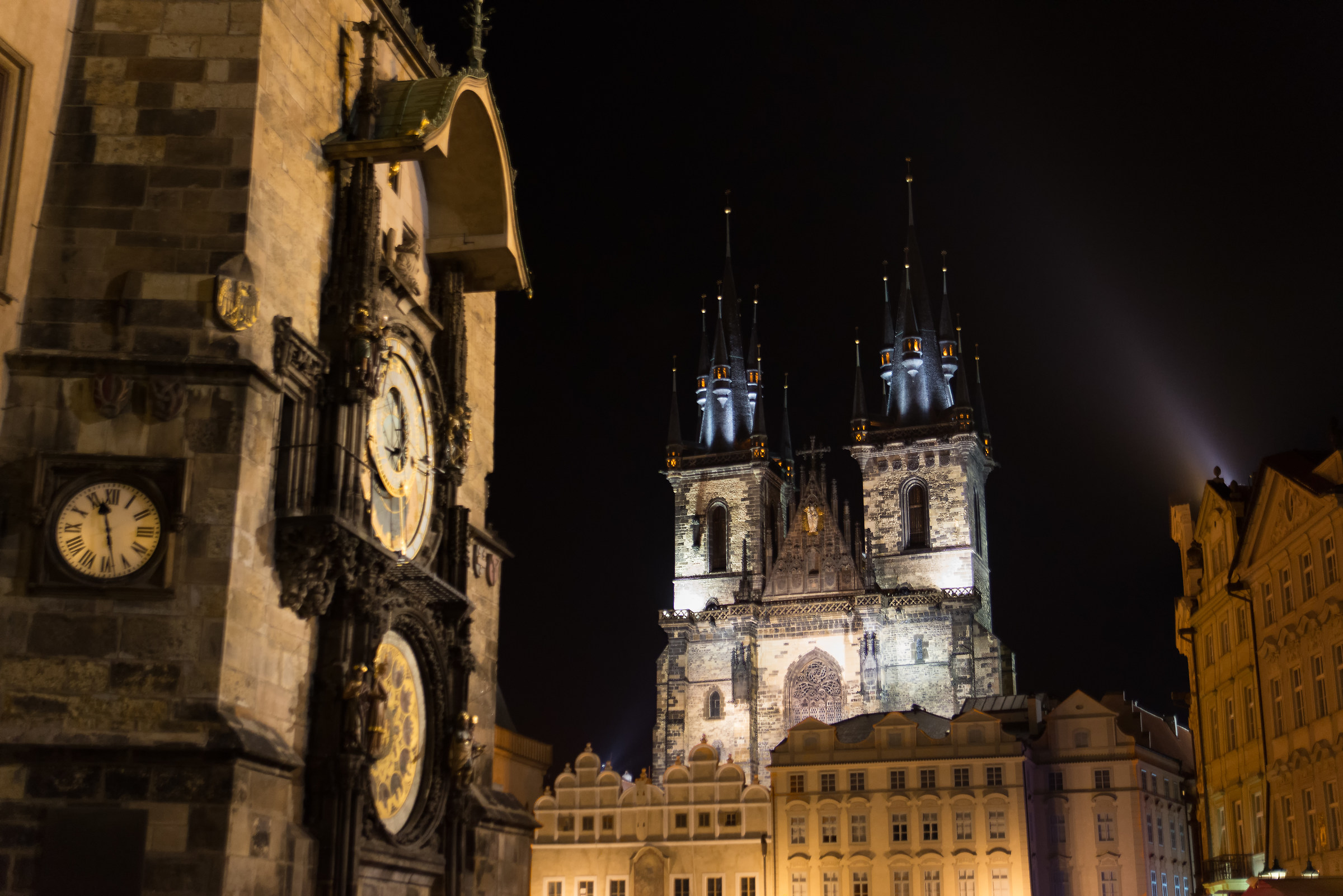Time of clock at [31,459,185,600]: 11:28
